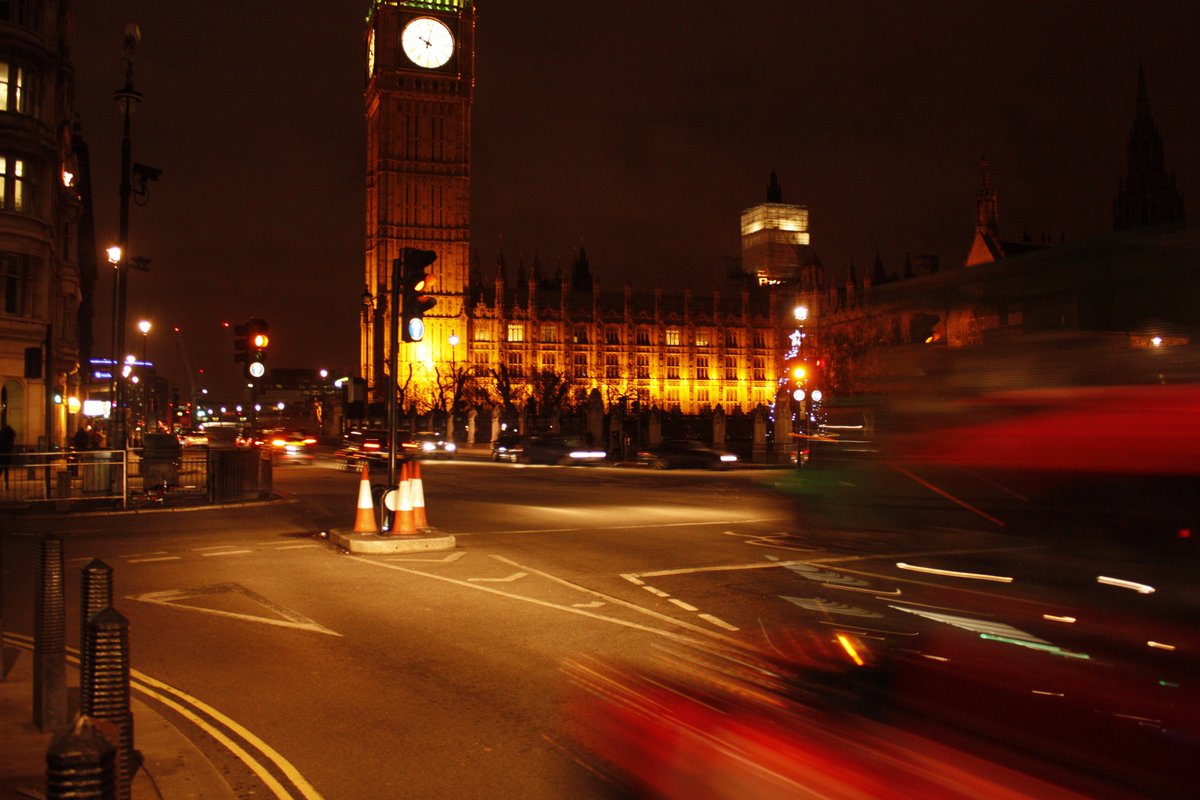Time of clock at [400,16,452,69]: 10:01
